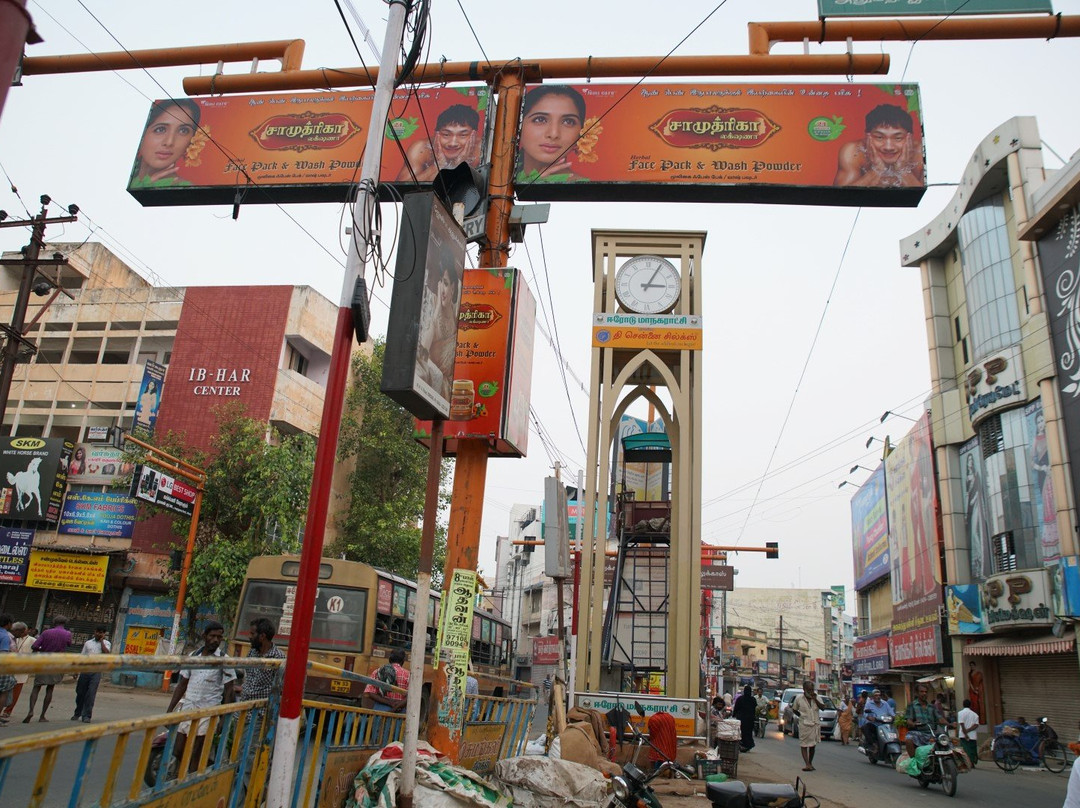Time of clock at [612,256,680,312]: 3:04
